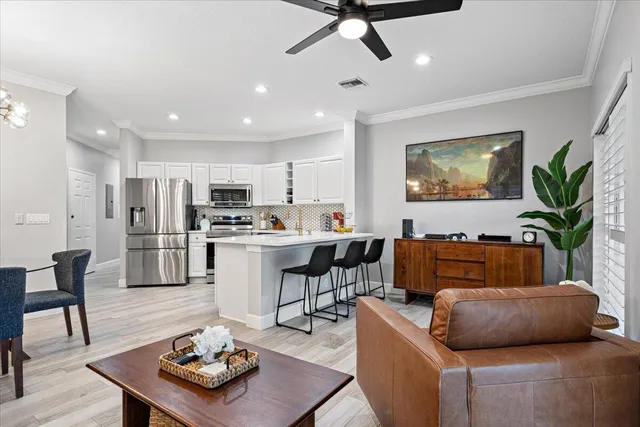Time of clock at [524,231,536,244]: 11:21
